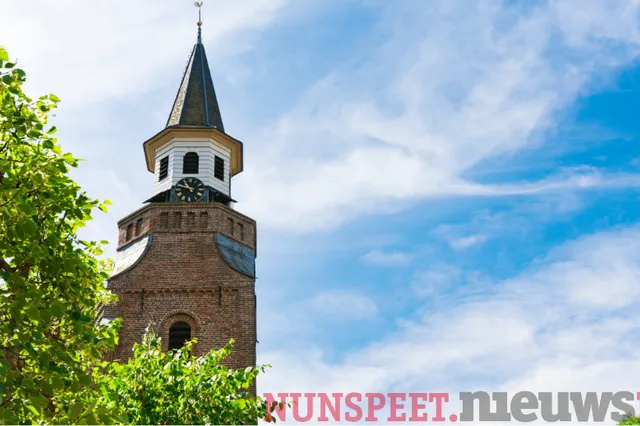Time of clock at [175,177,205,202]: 10:47
